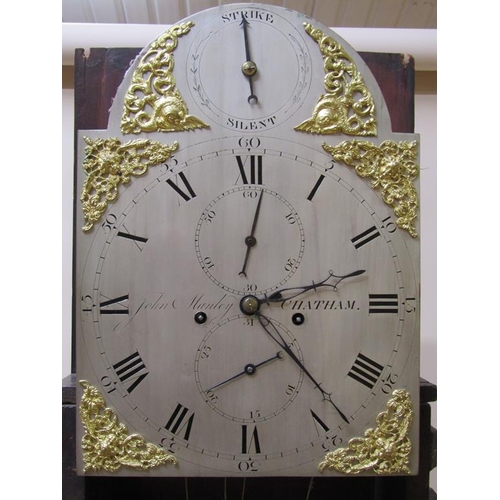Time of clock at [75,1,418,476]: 2:23
